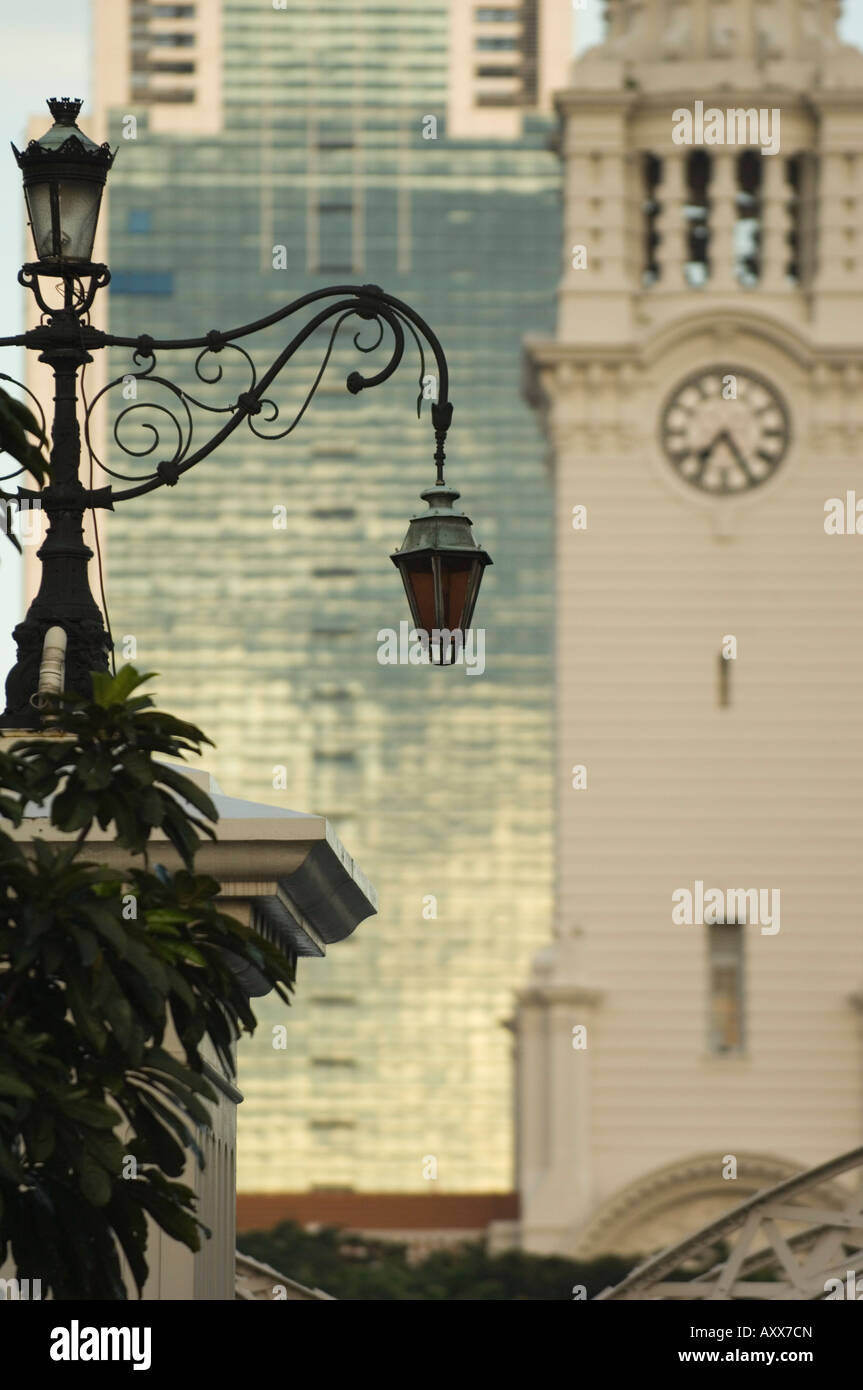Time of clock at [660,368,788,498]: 7:24
